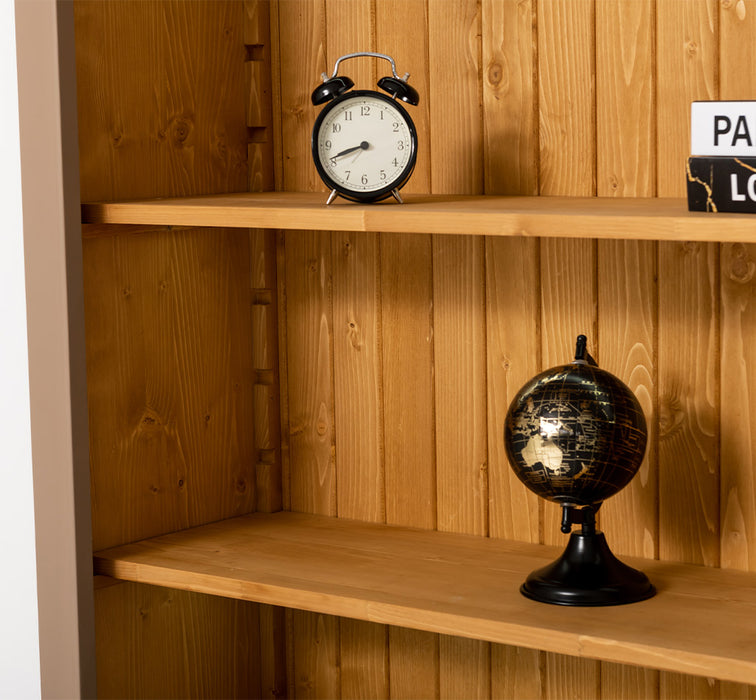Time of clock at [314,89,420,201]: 8:41
